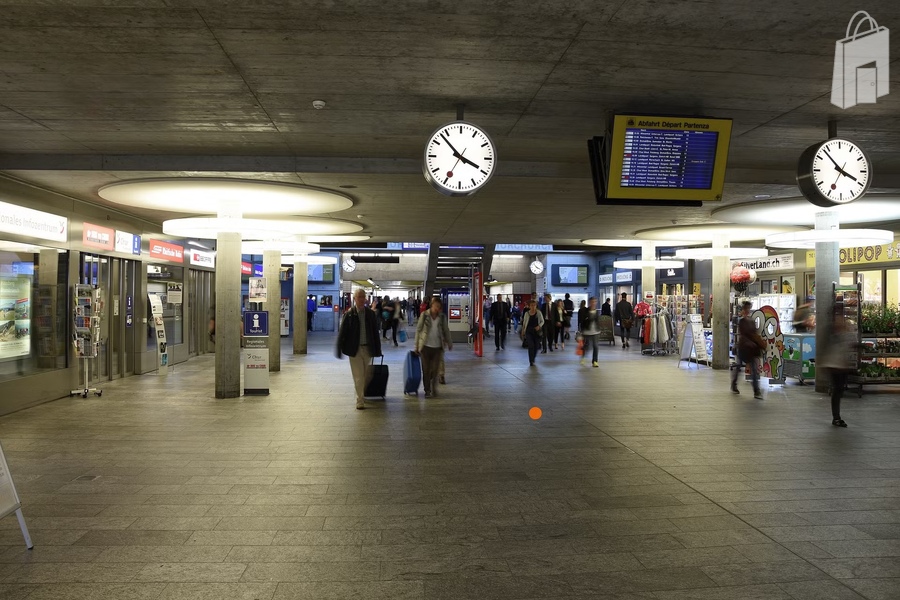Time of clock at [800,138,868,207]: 3:53
